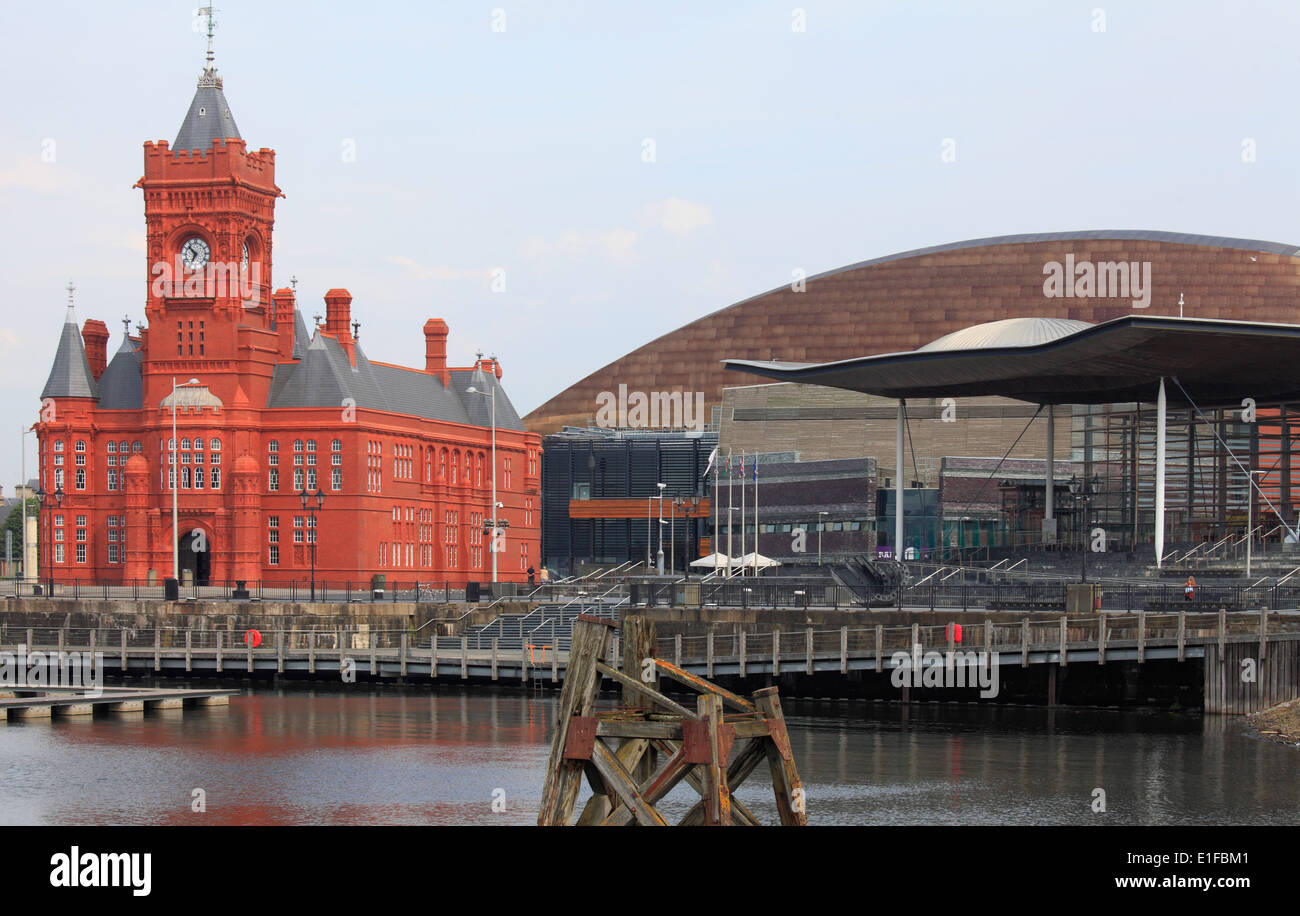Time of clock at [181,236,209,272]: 6:52
